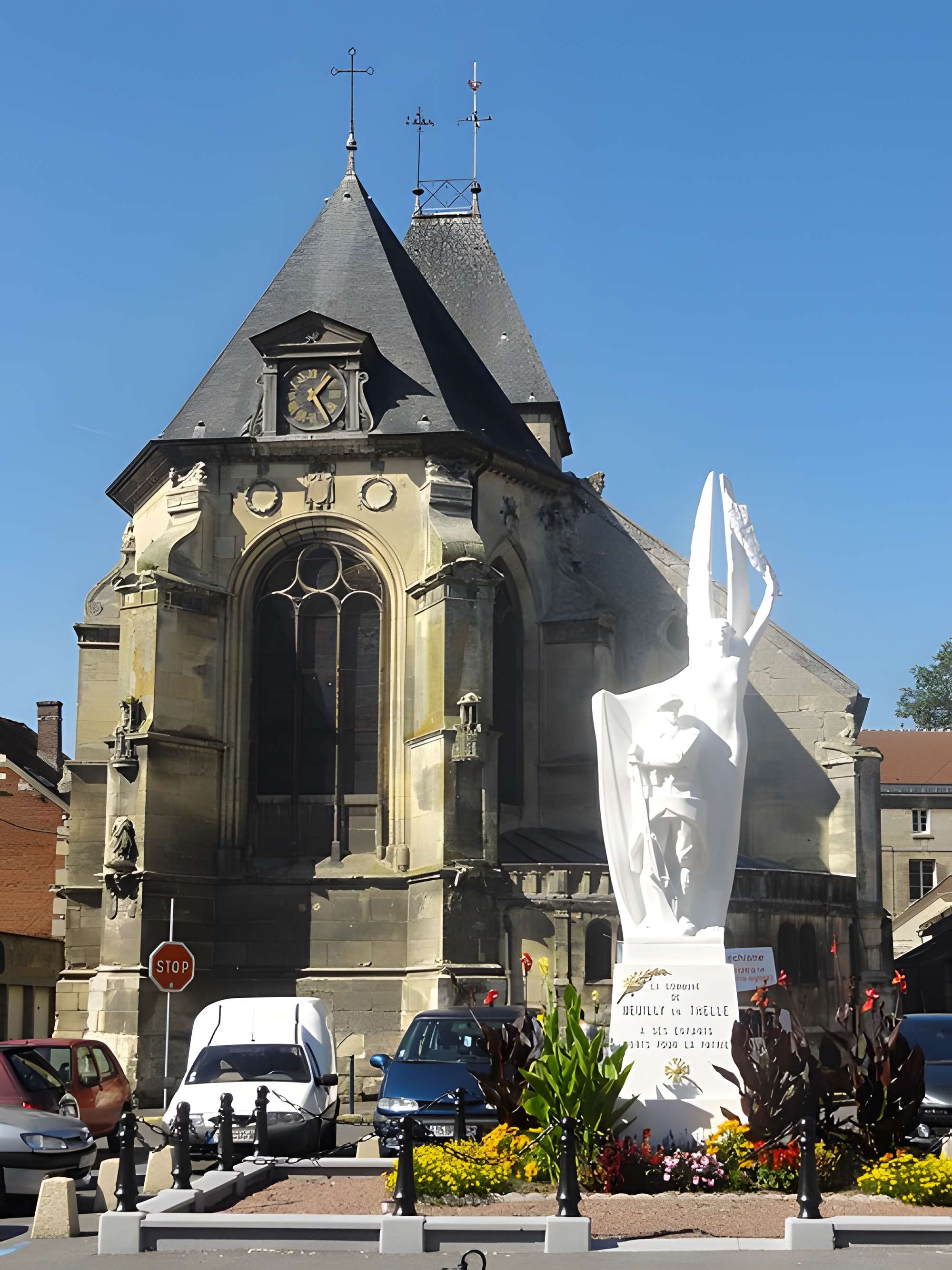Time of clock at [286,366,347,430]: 1:24
